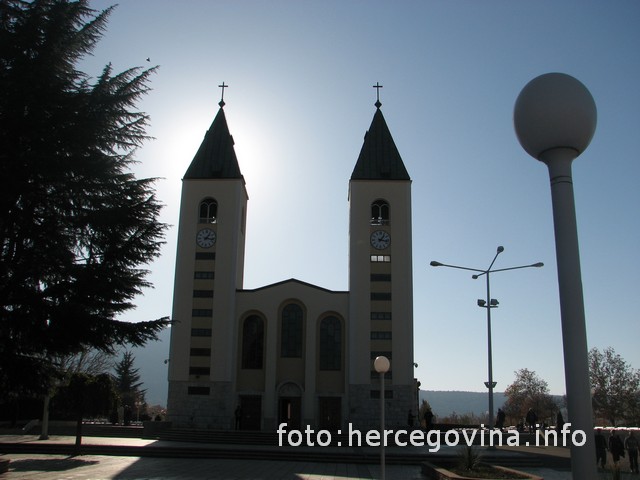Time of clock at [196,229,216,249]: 1:16
